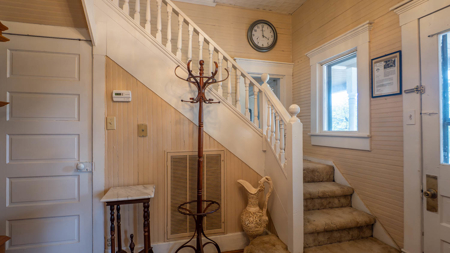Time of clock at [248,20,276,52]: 3:59
